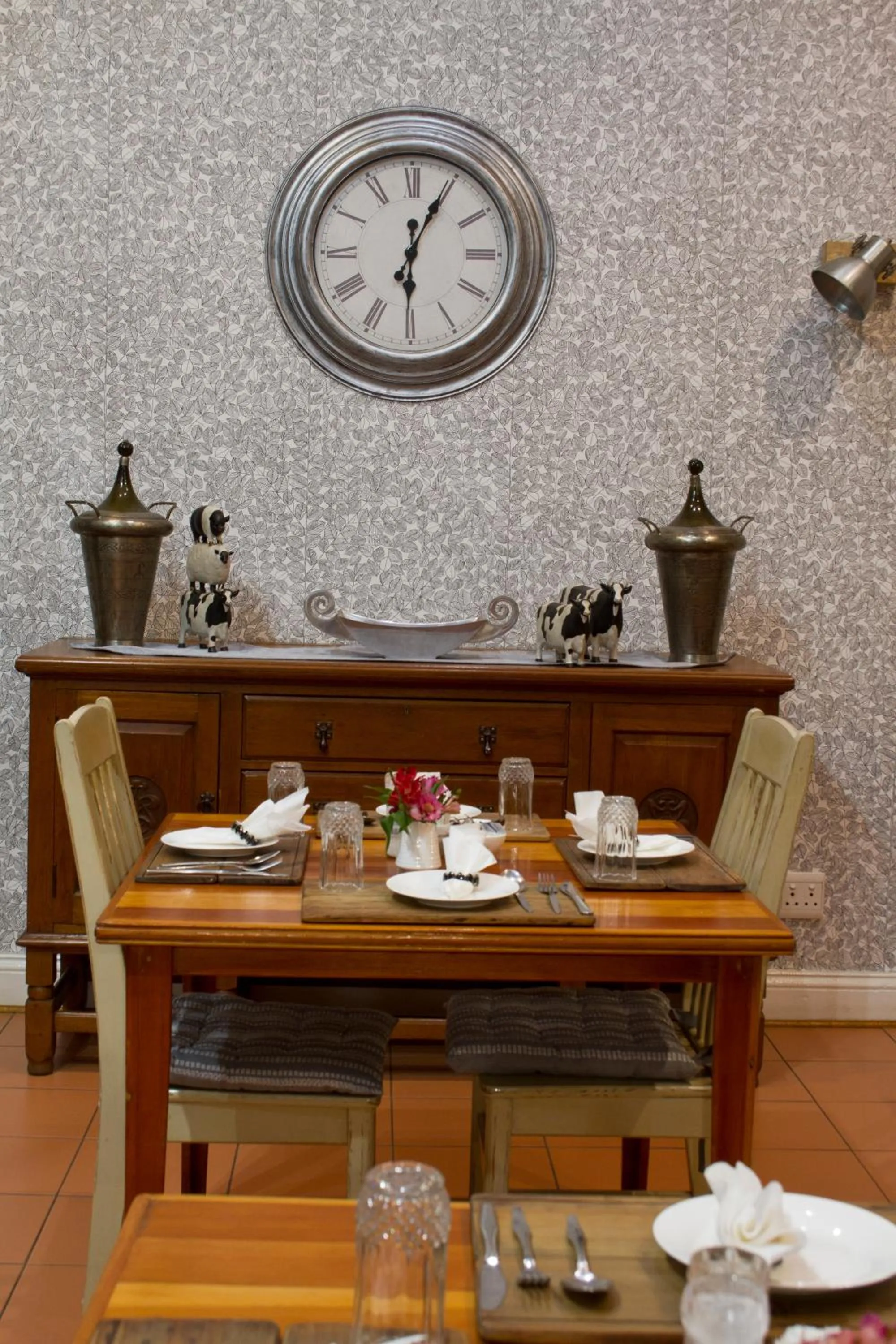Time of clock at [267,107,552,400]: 6:04
